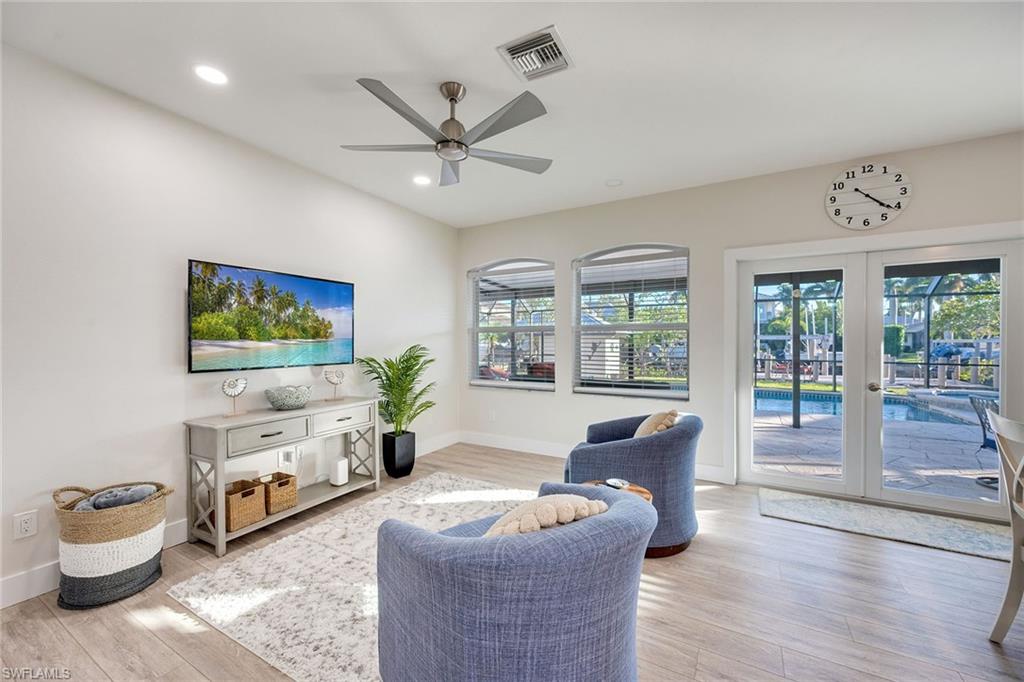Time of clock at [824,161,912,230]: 4:21
